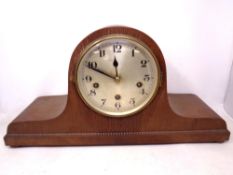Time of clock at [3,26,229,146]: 11:49
